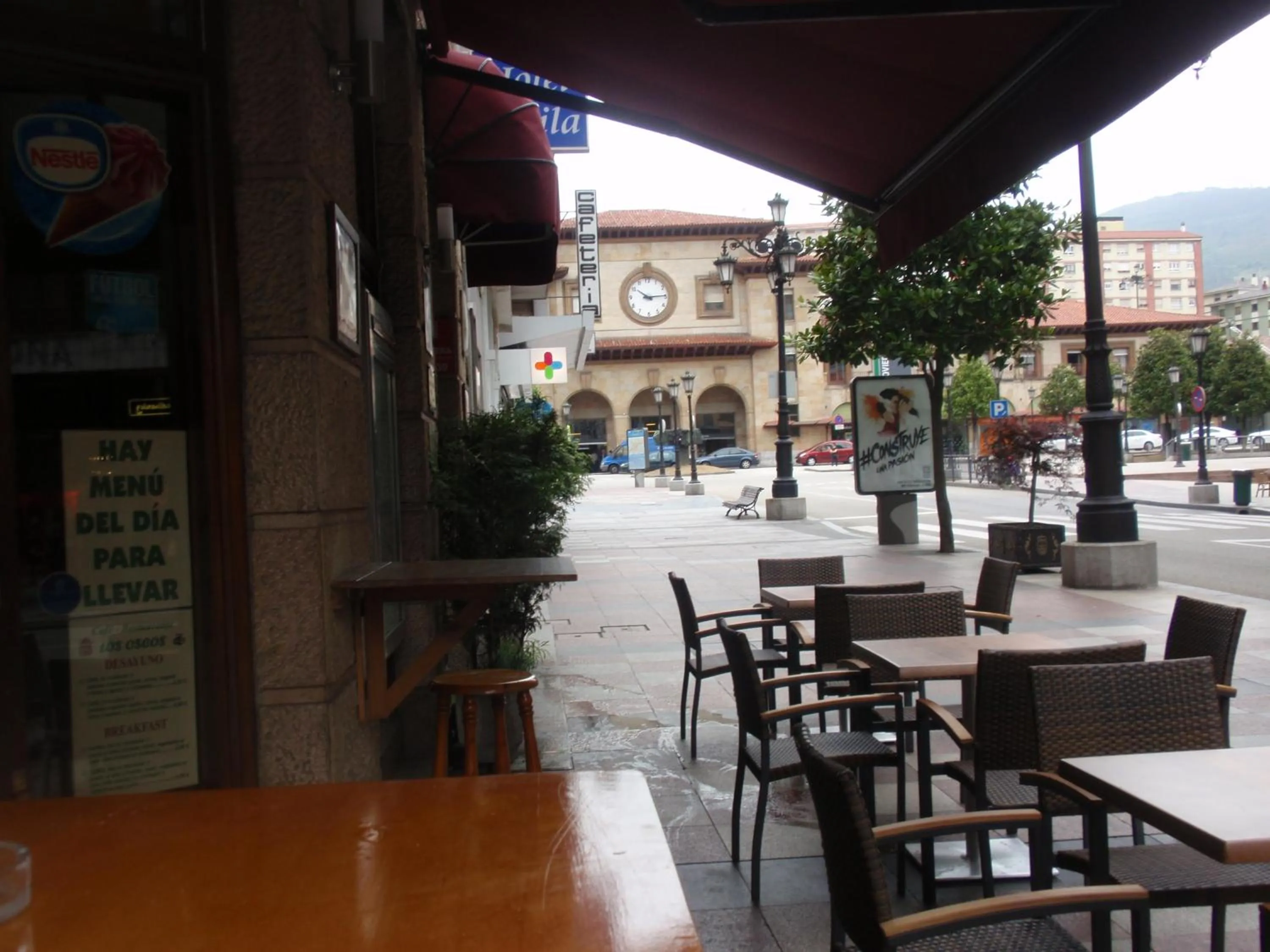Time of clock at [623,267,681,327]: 10:14
